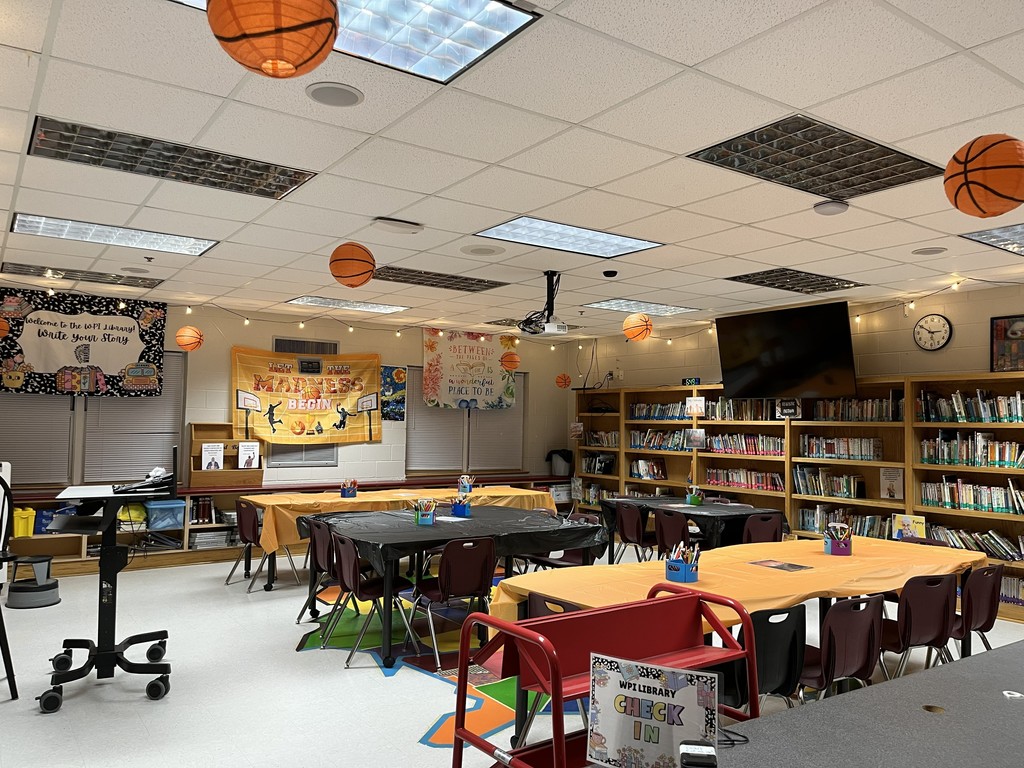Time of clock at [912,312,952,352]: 2:50
